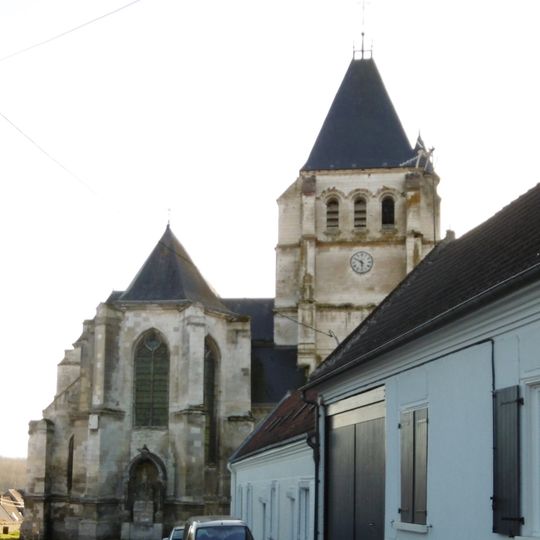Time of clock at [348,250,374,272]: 5:49
